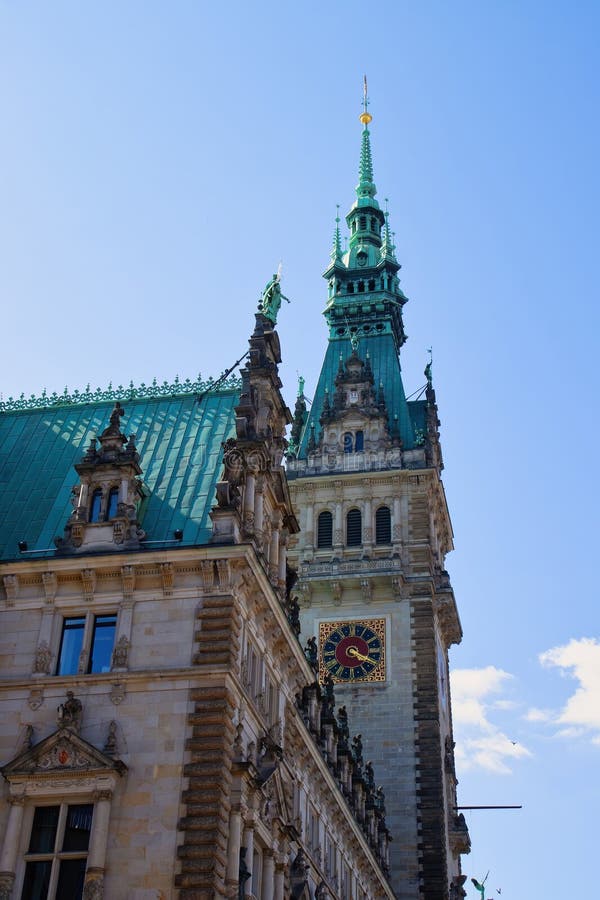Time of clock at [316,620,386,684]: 4:19
